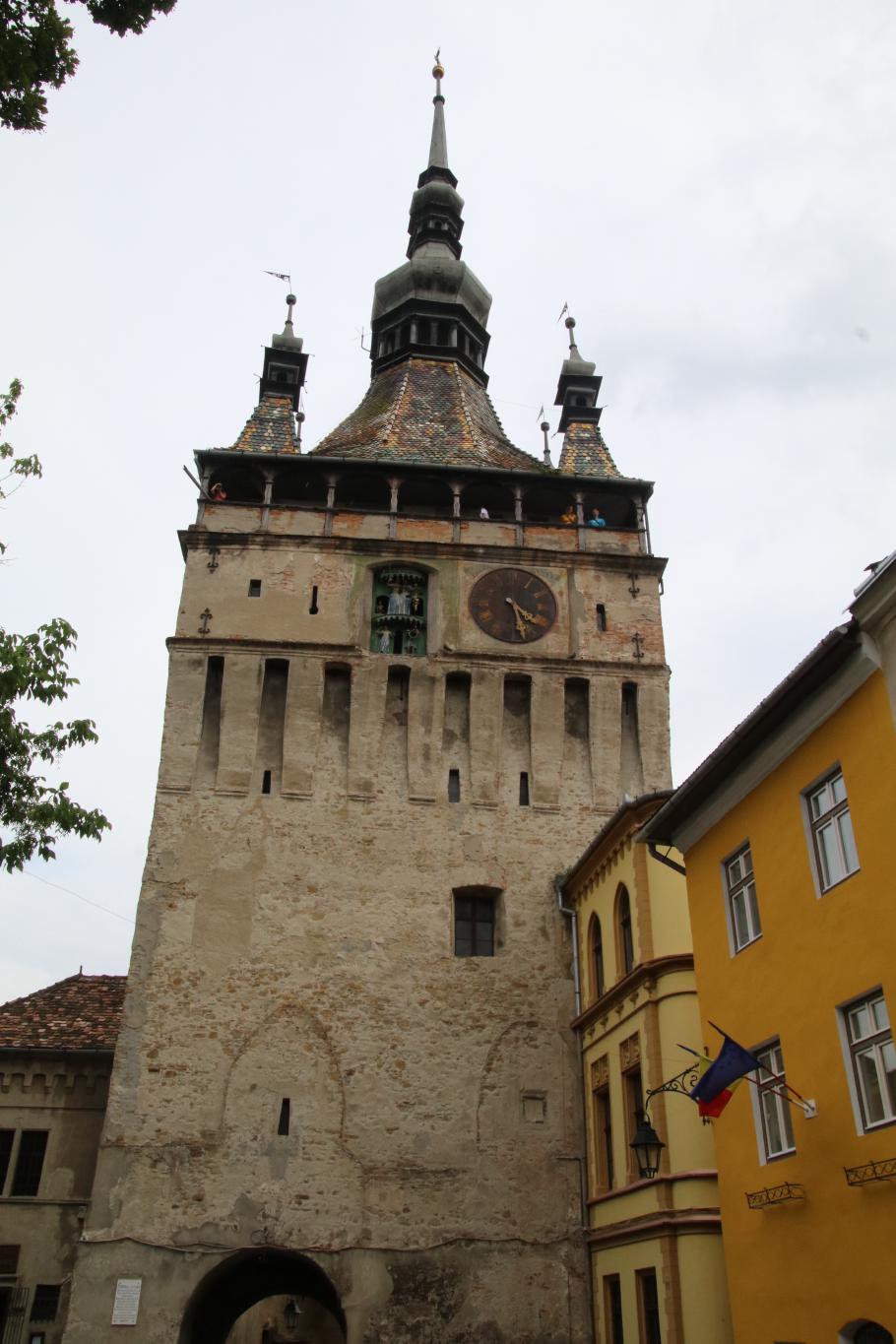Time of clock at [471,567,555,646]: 4:27
